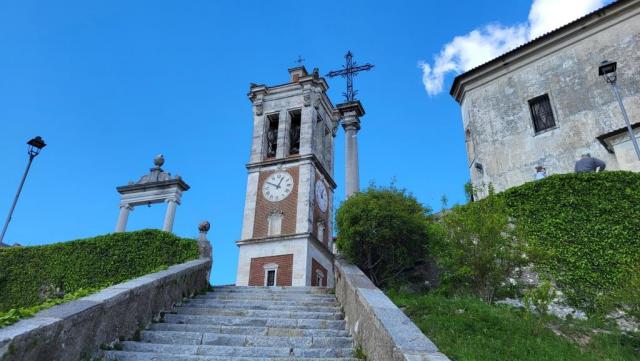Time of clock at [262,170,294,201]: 12:49
